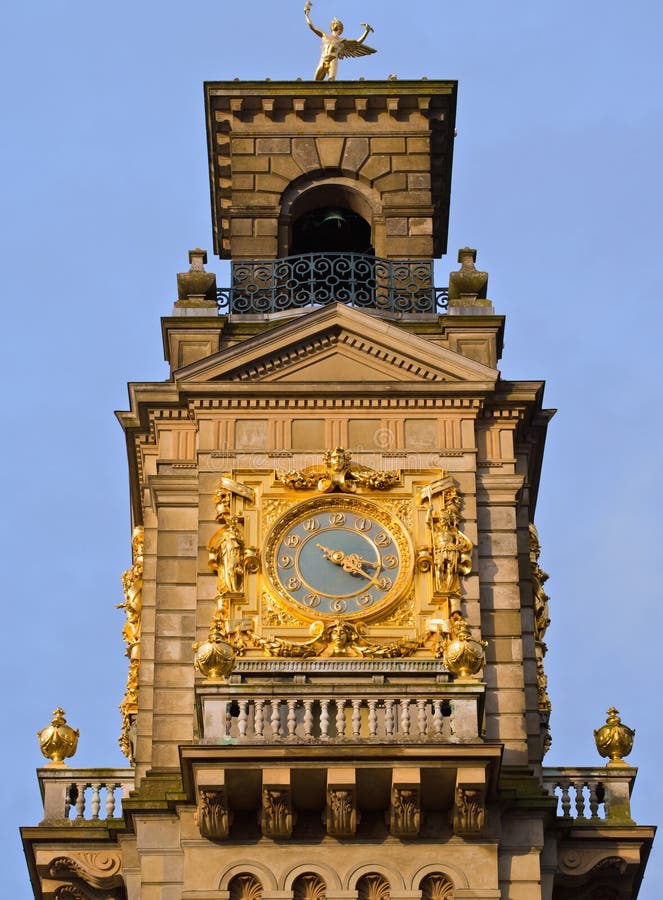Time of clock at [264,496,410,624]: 4:17
